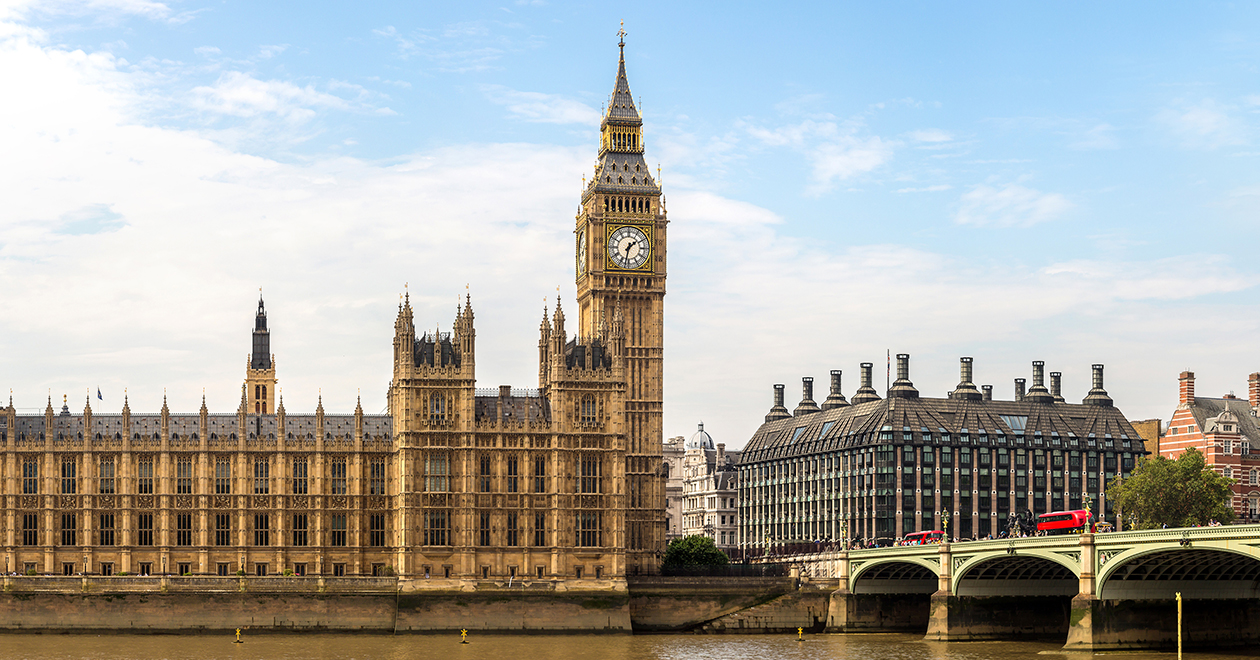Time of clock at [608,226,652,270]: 1:32
